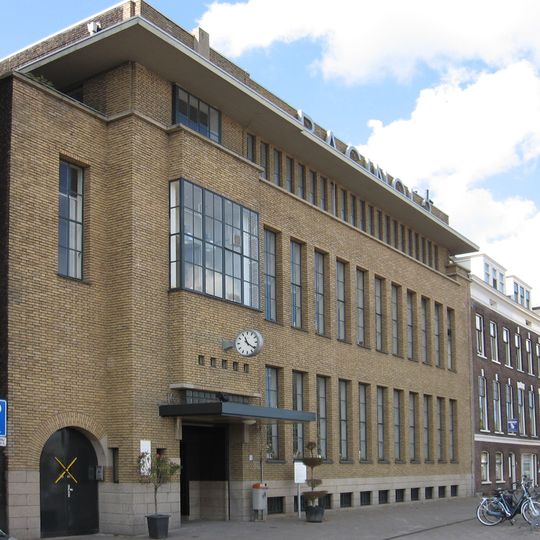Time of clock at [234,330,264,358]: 11:21
